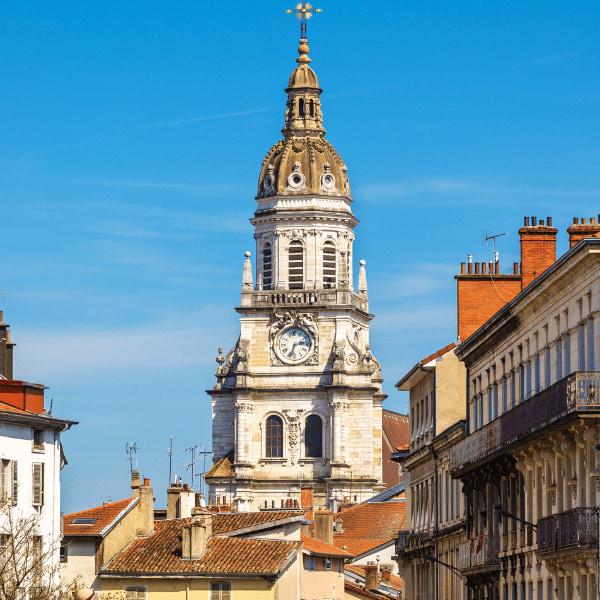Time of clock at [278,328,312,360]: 2:33
